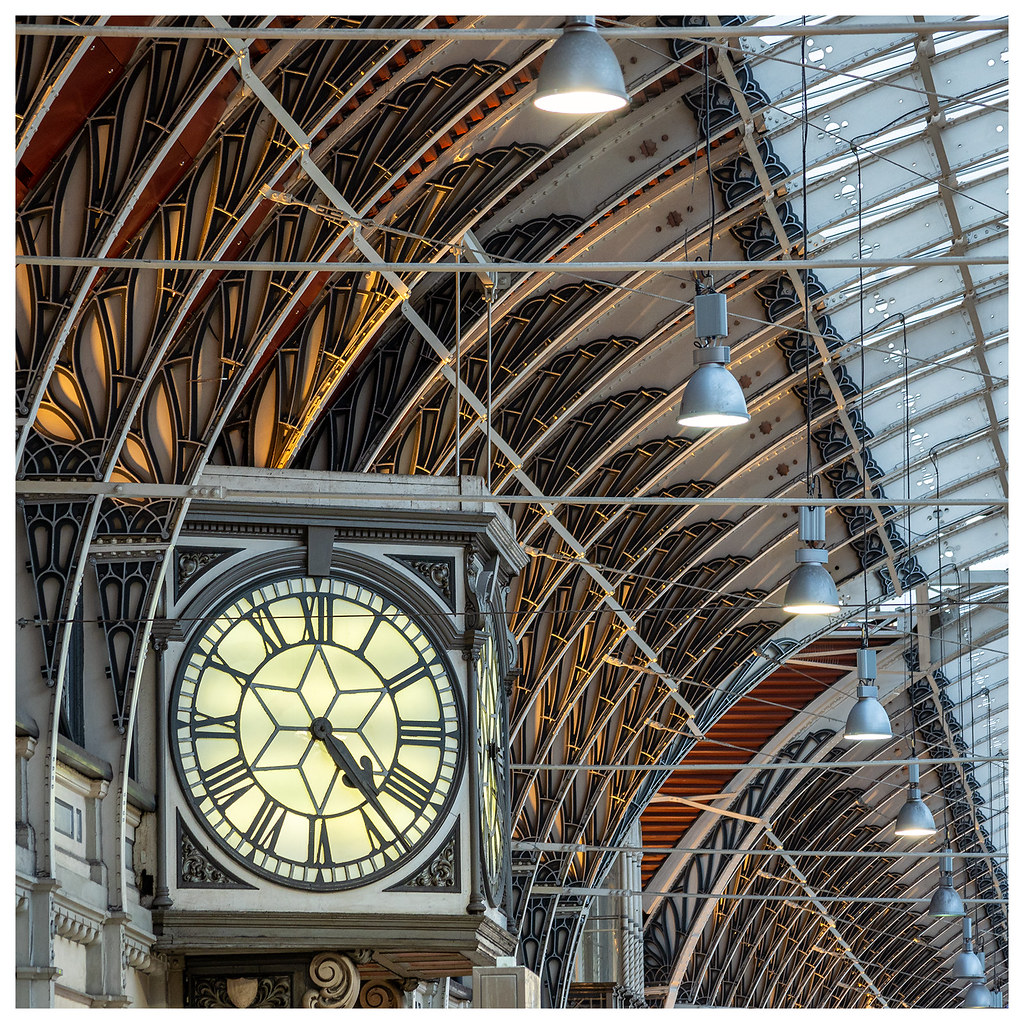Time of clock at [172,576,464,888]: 4:22
